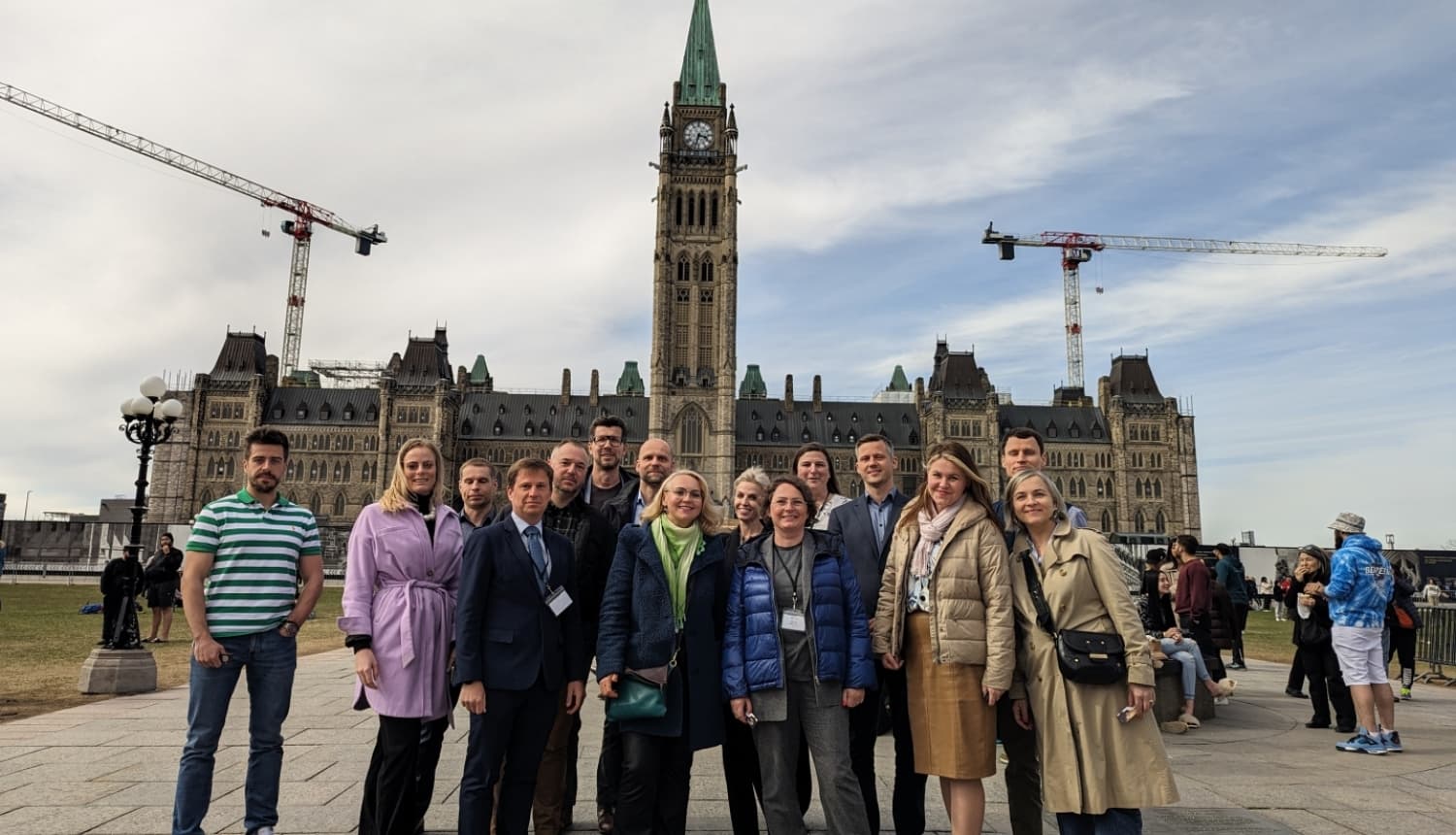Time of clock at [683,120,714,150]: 3:33
